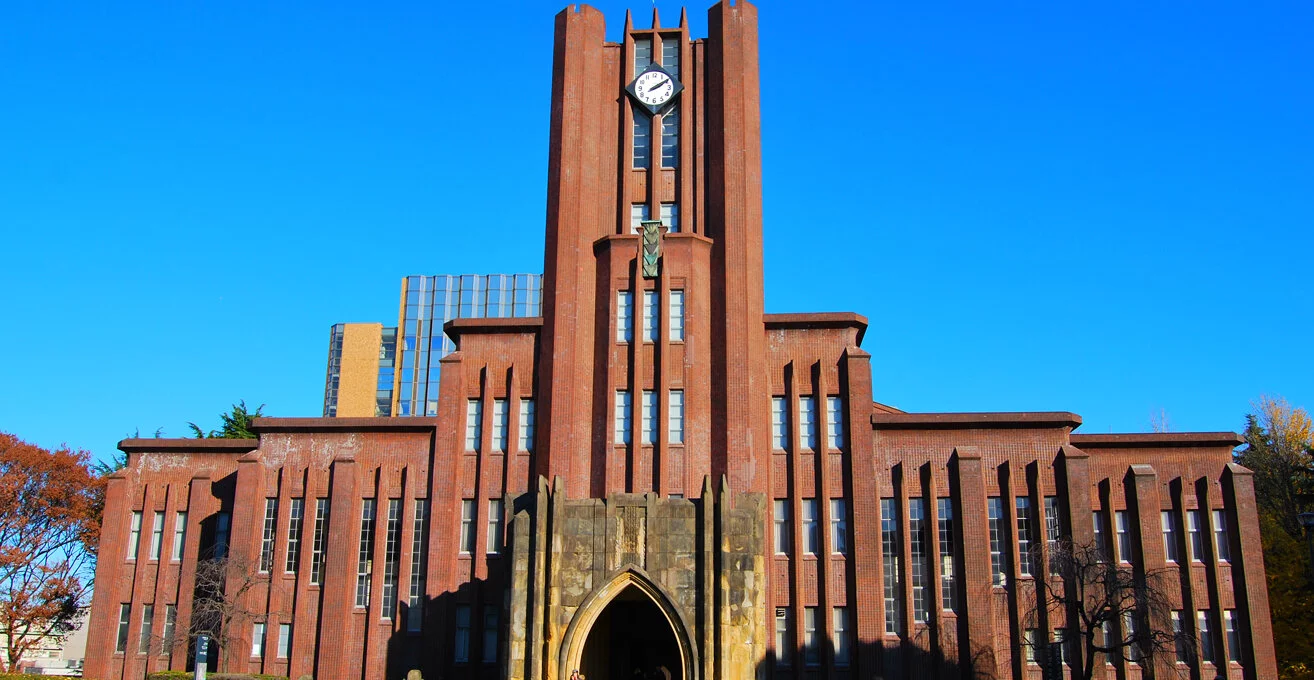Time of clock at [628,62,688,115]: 2:09
